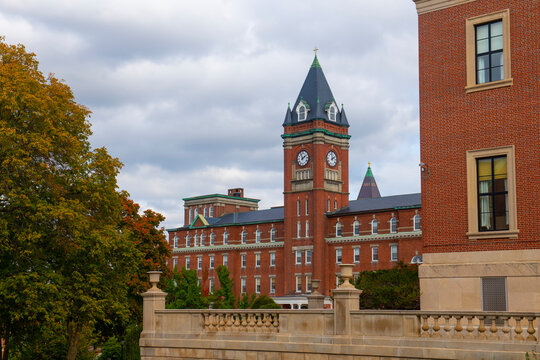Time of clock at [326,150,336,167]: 1:59
